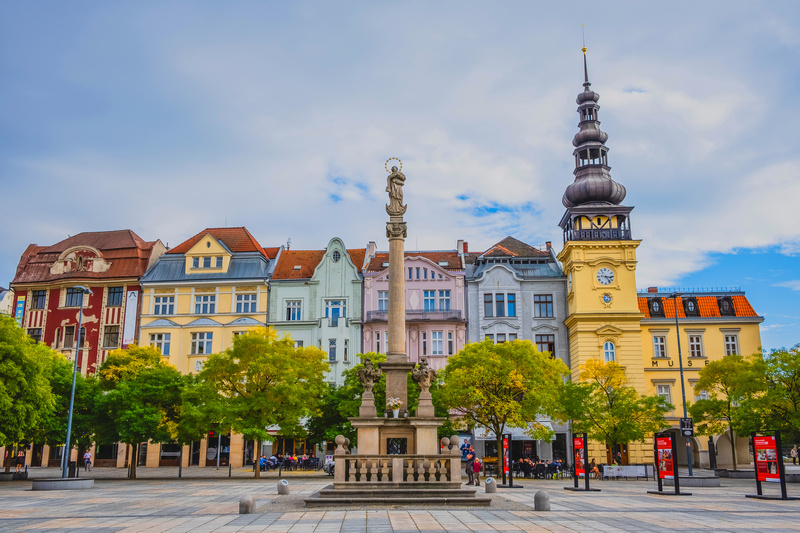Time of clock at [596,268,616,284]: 3:23
